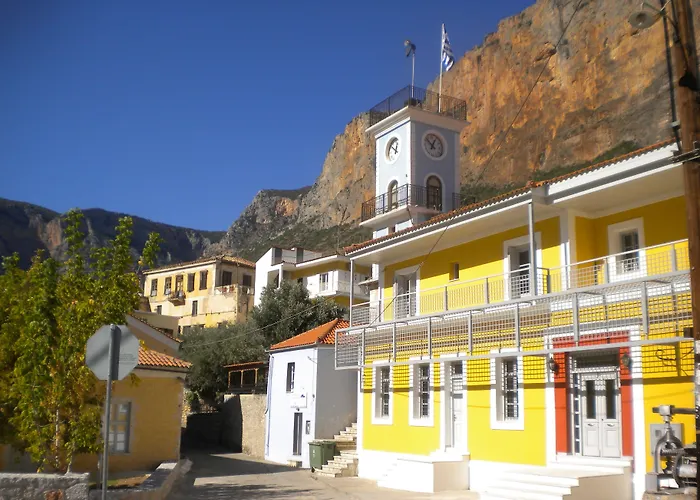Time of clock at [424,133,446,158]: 12:52
